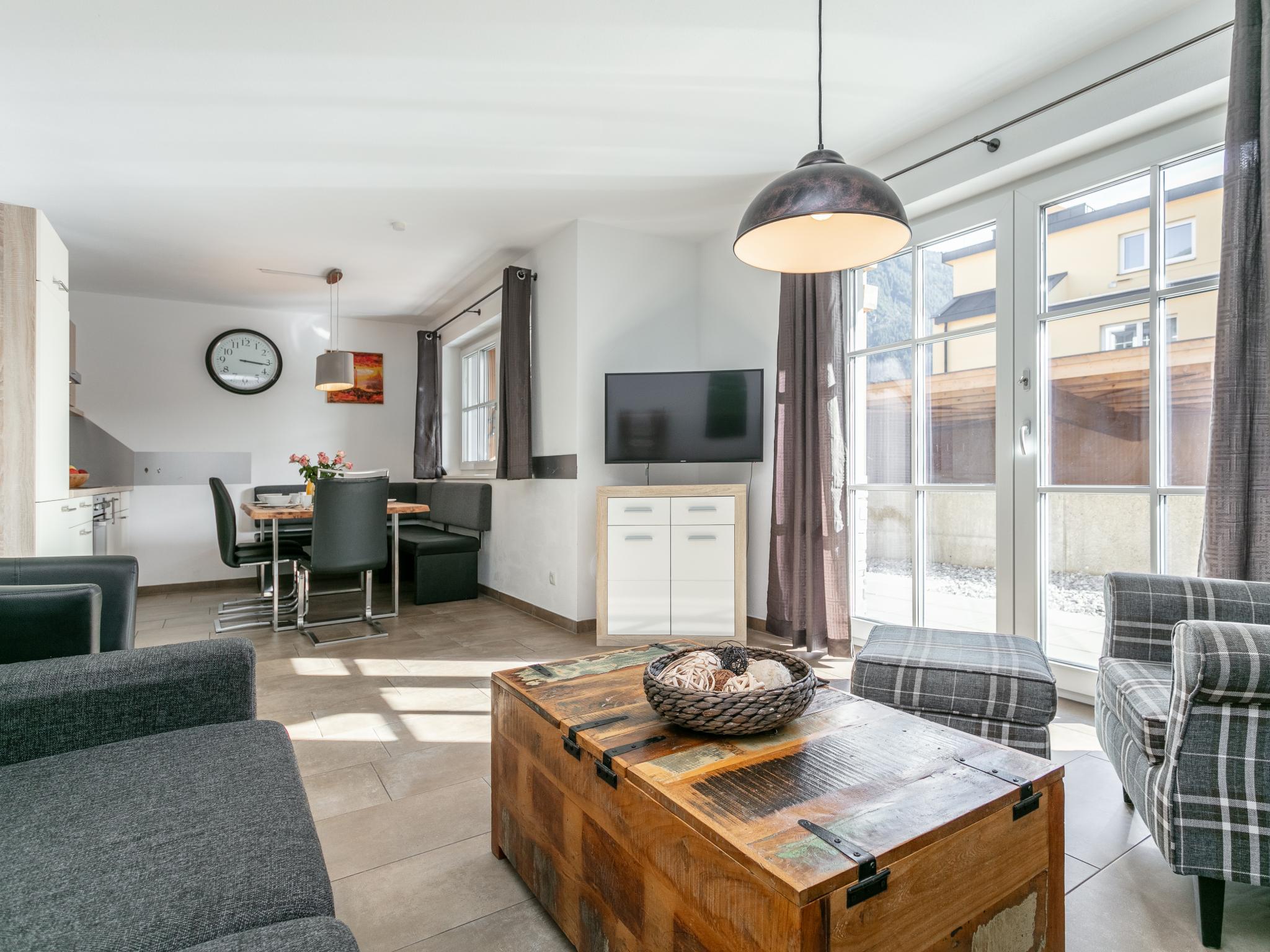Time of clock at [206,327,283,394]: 3:16
